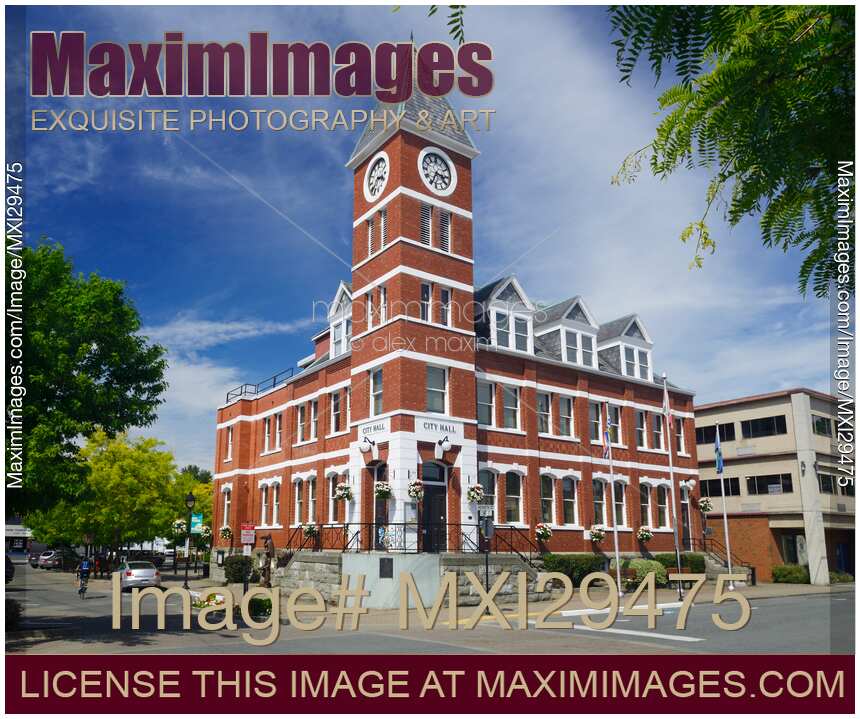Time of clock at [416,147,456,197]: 3:34
